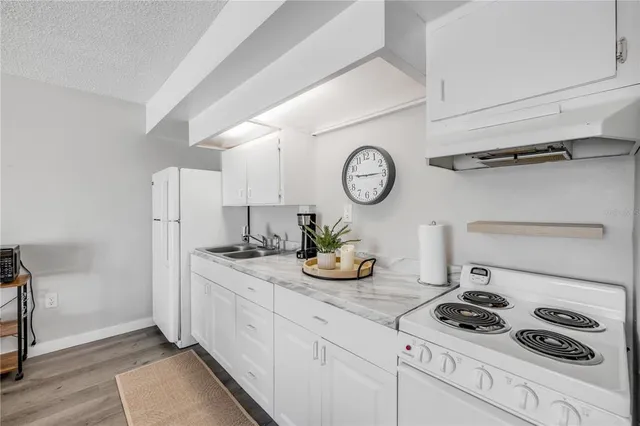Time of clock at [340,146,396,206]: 9:14
